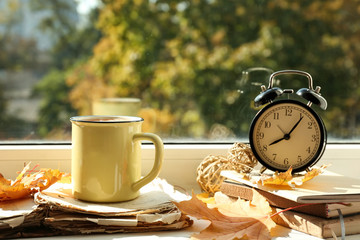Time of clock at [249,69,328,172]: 8:06
